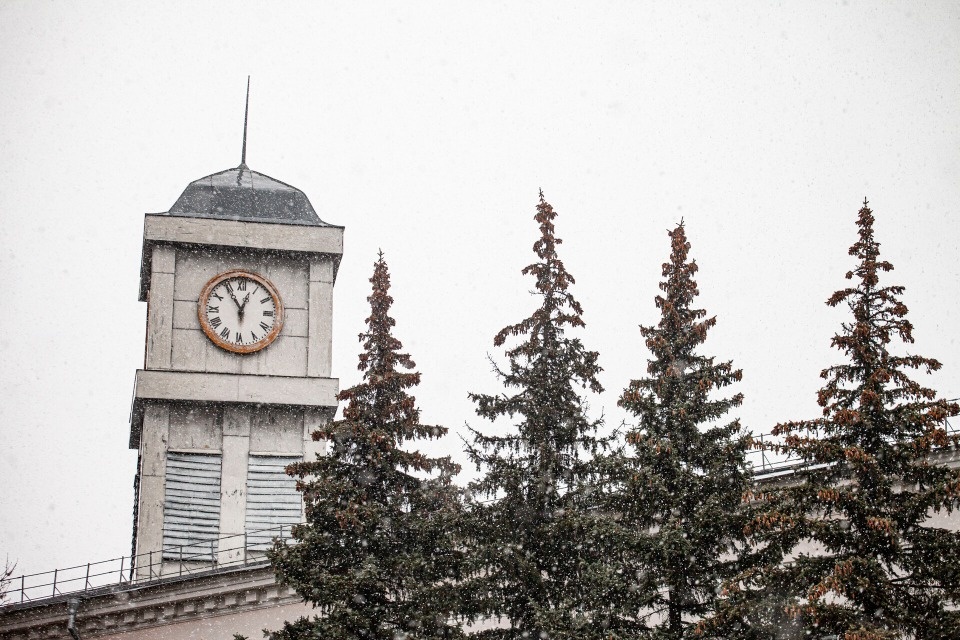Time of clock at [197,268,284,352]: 12:54
